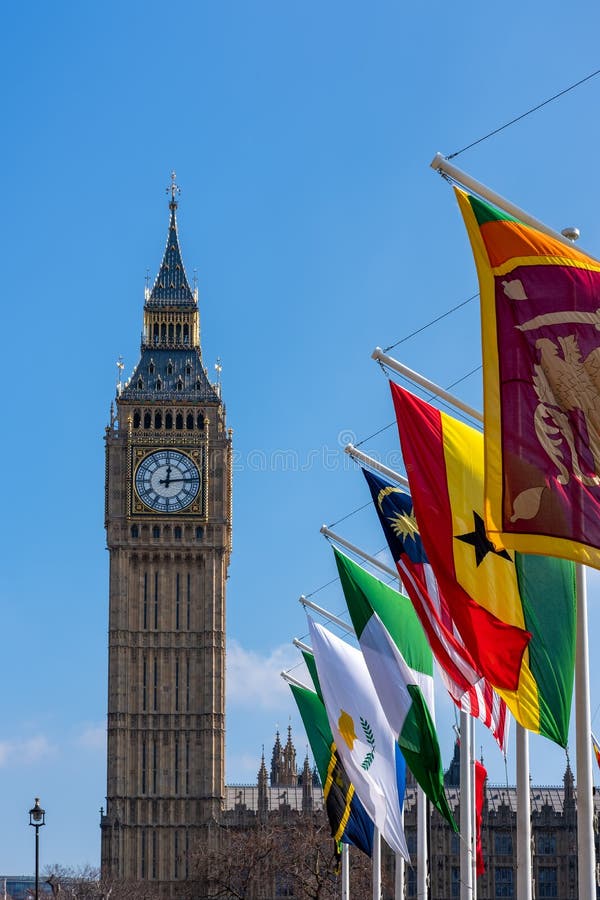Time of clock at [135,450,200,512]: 12:13
